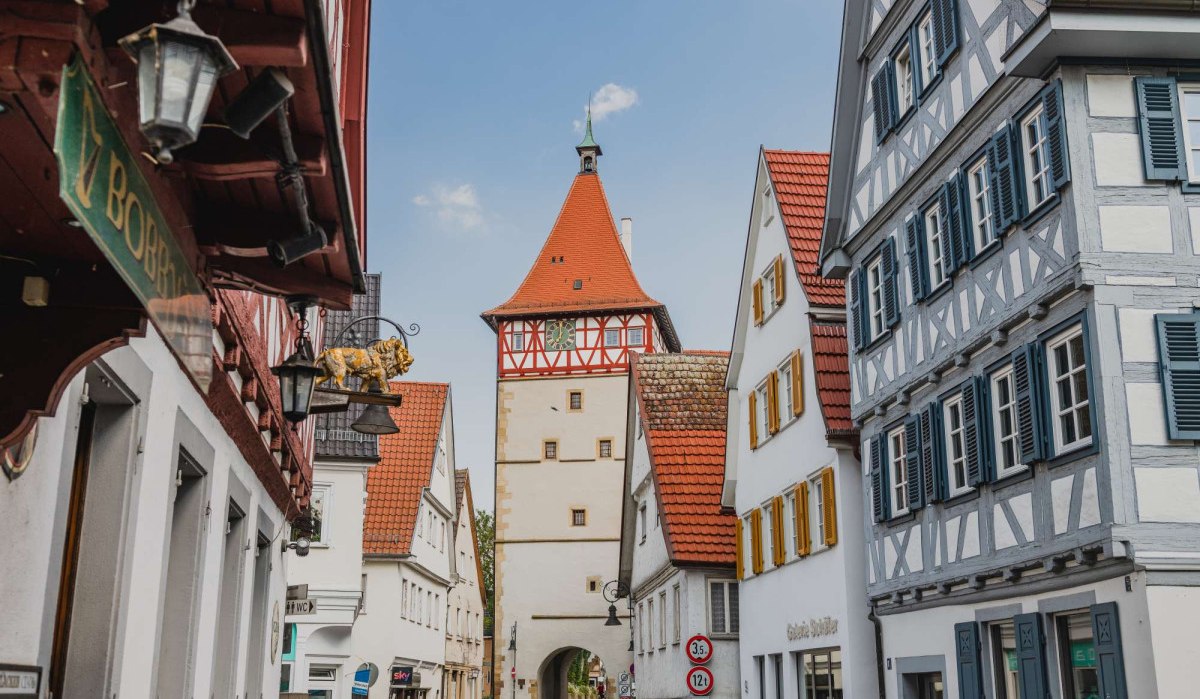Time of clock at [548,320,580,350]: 7:00
